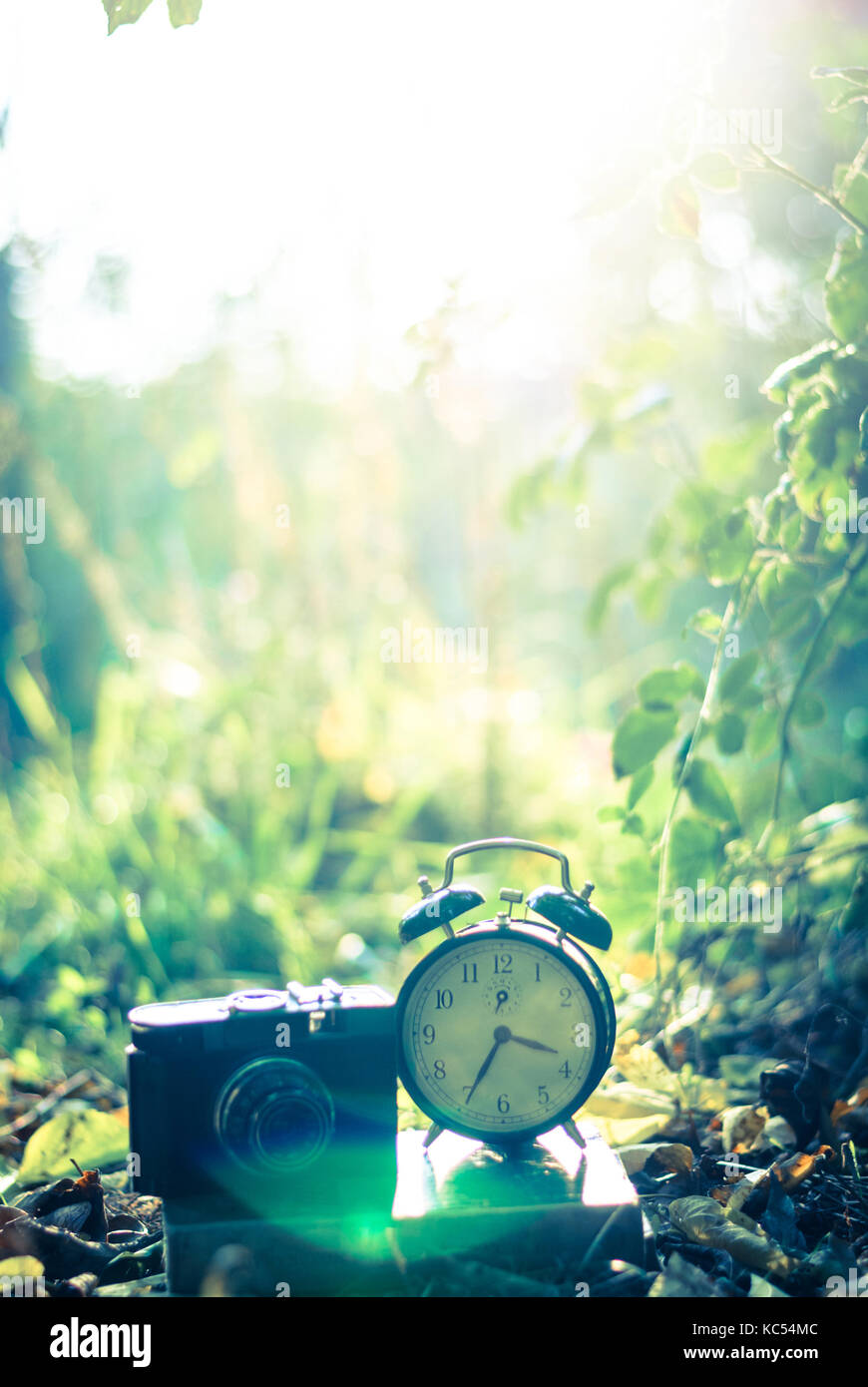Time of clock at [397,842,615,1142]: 3:34
